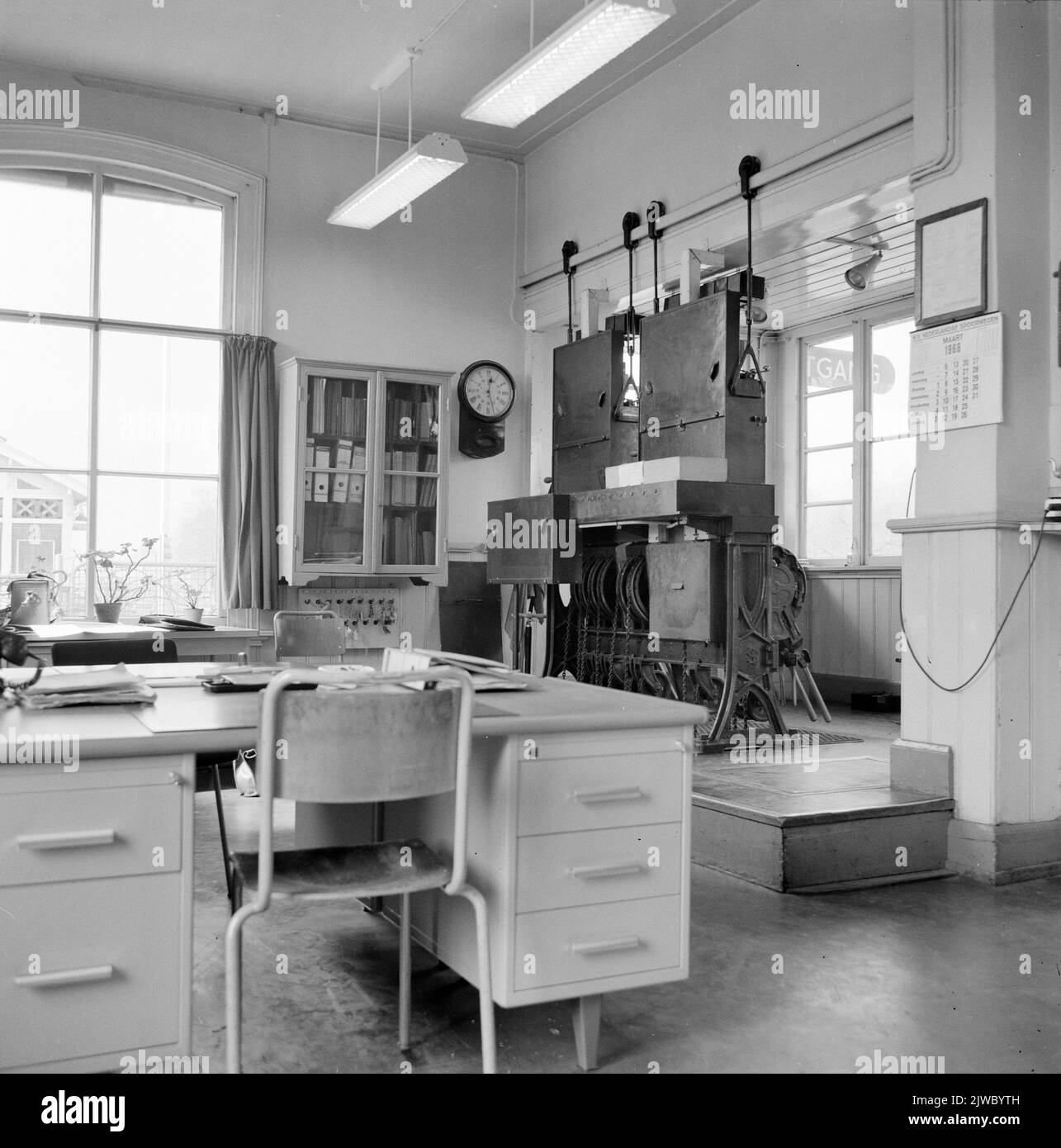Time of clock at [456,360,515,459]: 12:26
